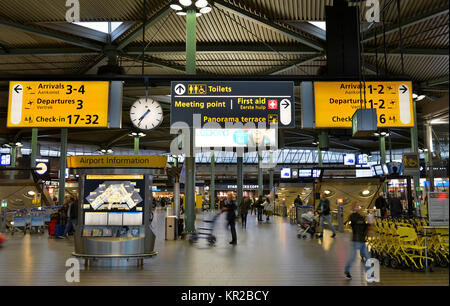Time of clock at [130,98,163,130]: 7:36
